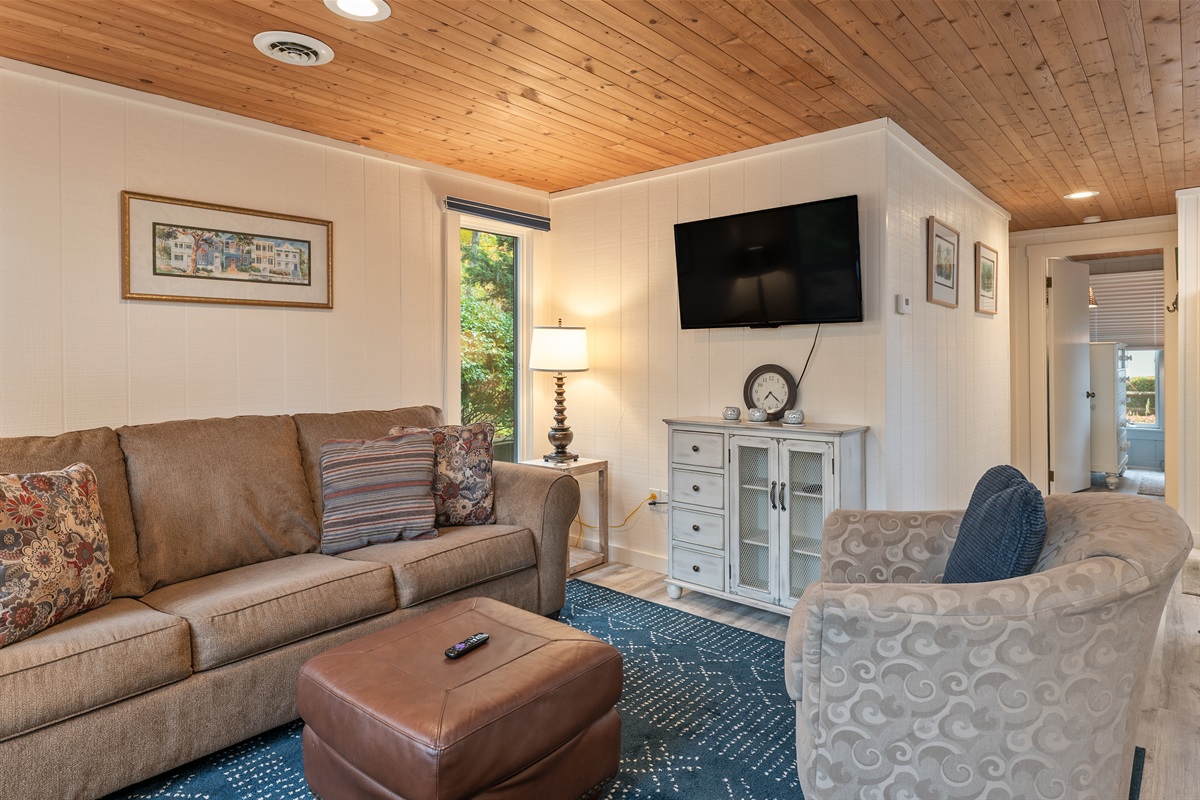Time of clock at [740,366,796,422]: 7:21
